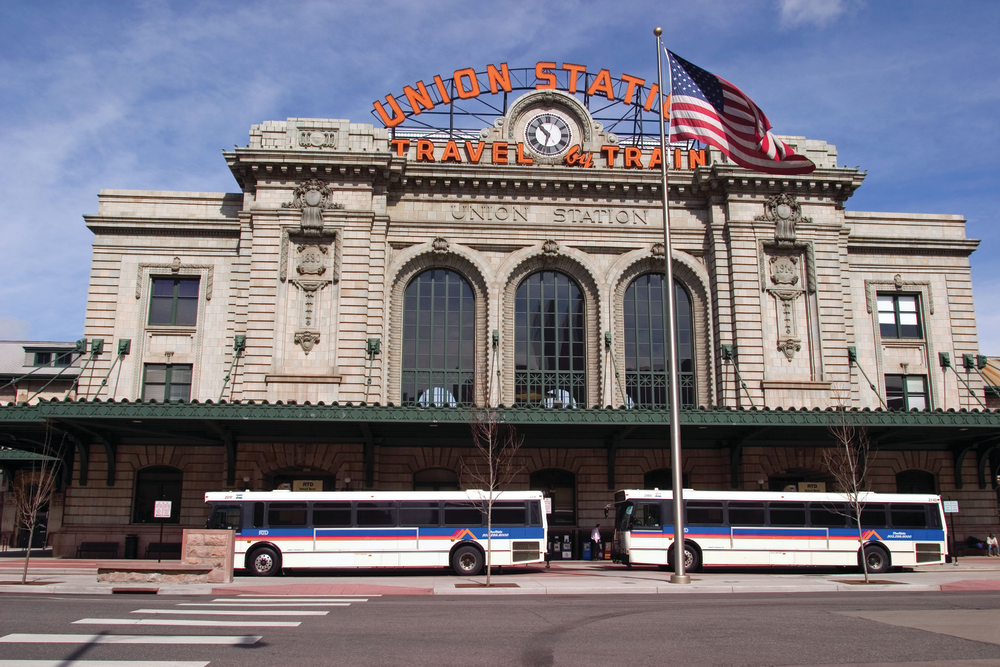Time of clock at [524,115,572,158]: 10:32
